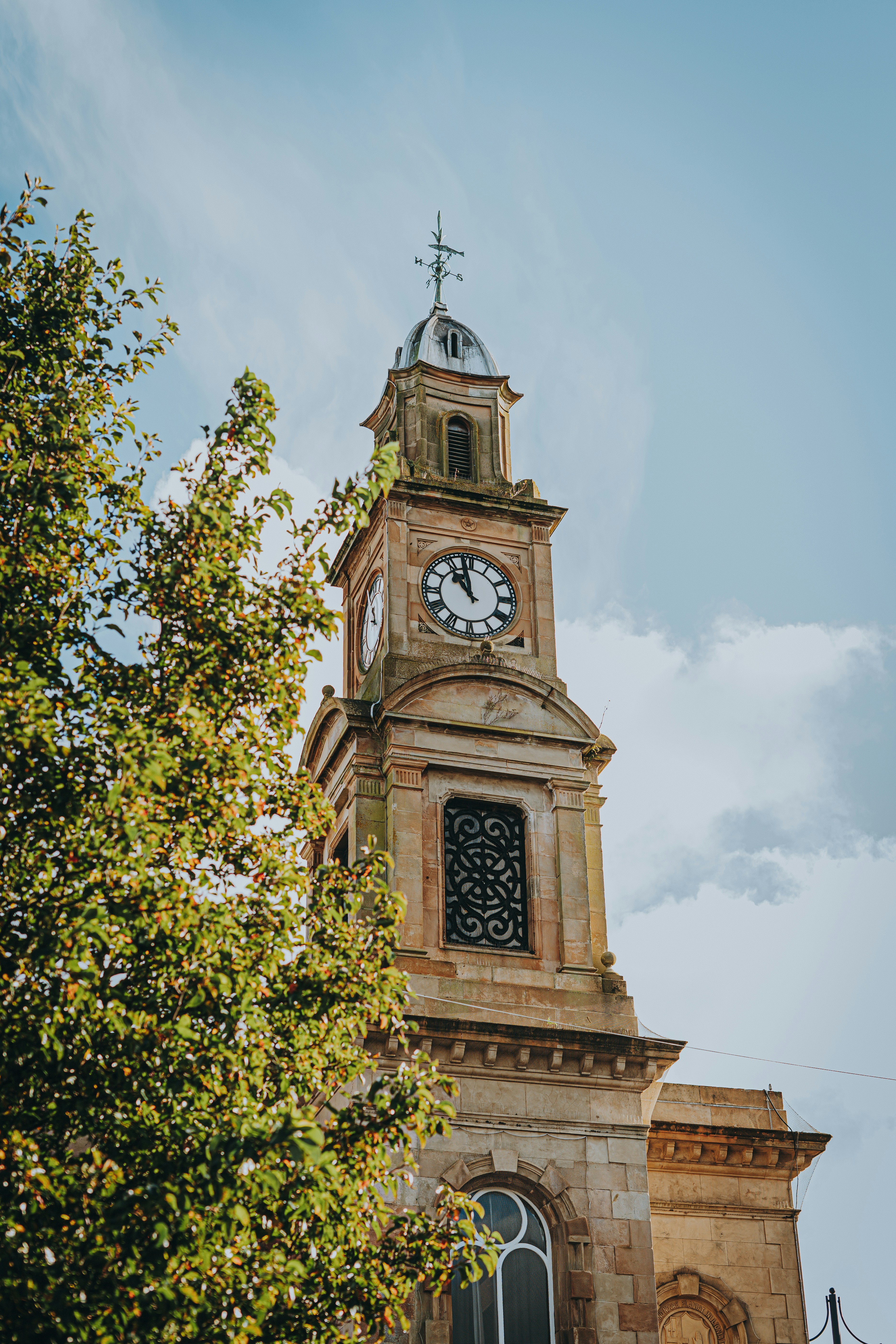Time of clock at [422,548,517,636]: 10:58
